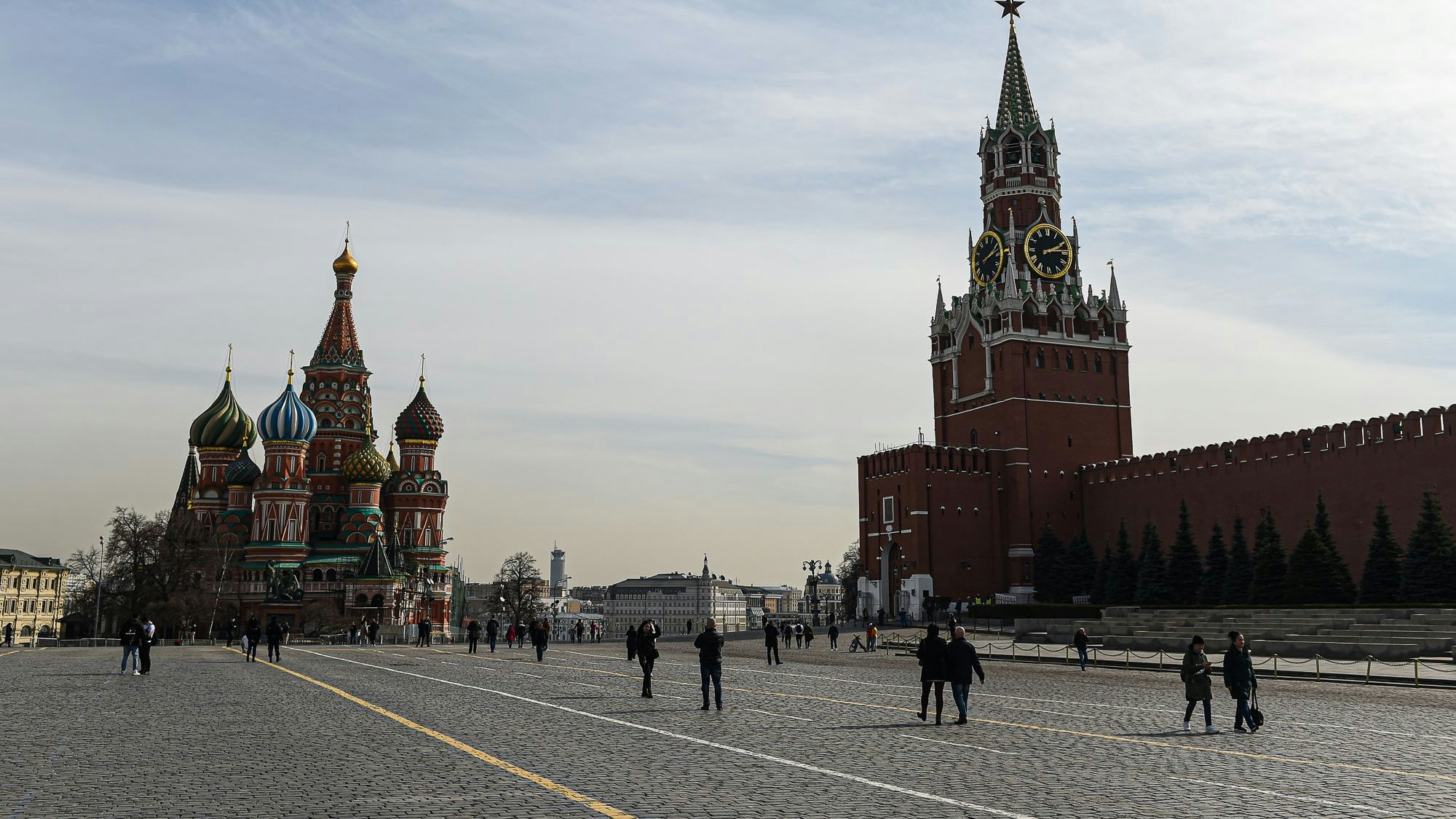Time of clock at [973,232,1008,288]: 2:12
